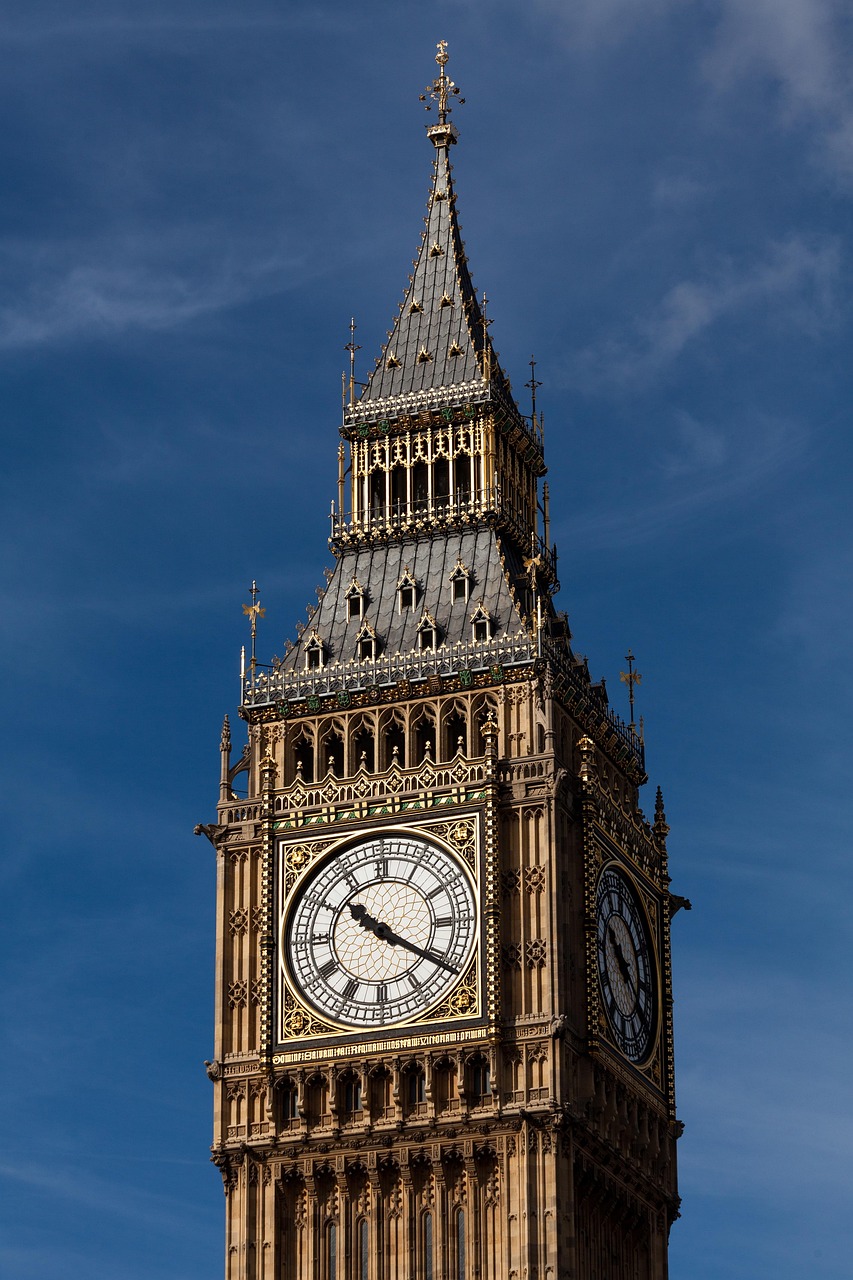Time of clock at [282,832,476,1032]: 10:20
